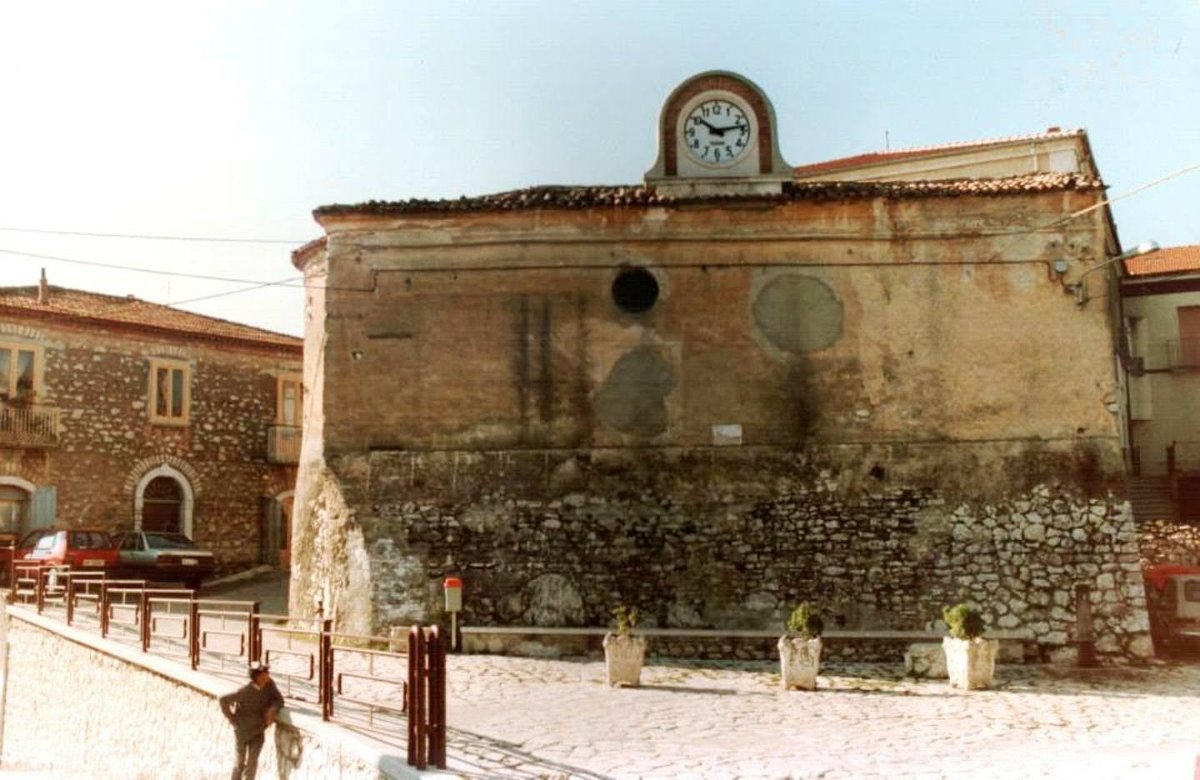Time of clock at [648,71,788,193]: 10:13
